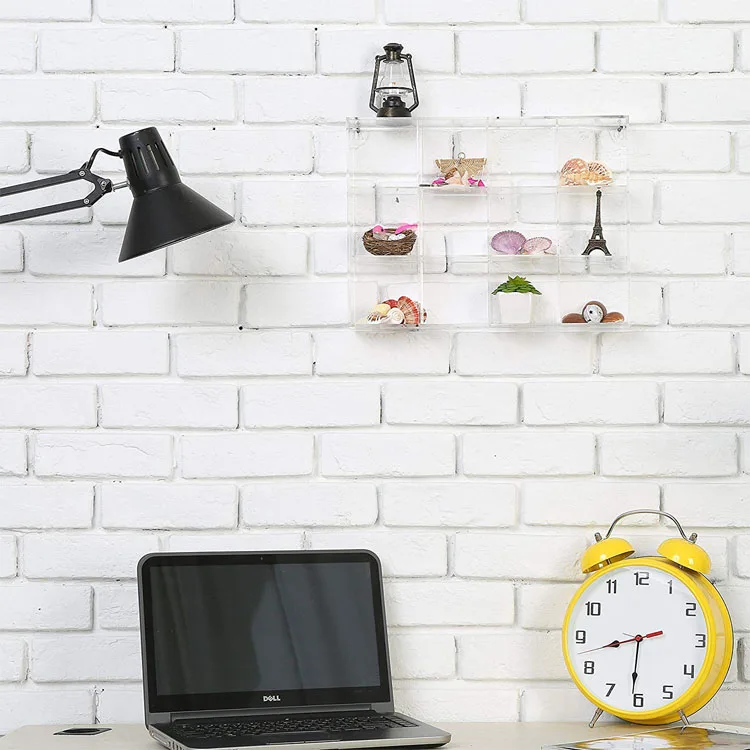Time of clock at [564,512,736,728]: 8:30
